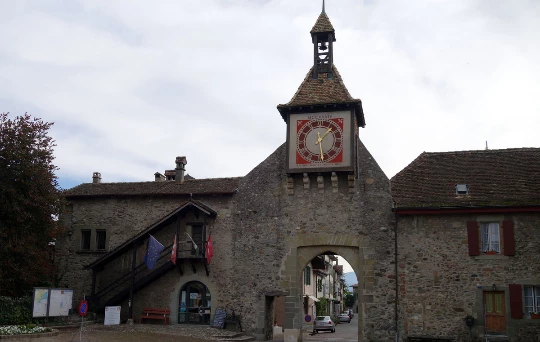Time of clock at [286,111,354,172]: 1:28
